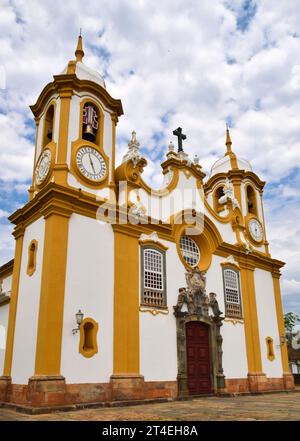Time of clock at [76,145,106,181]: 5:59
